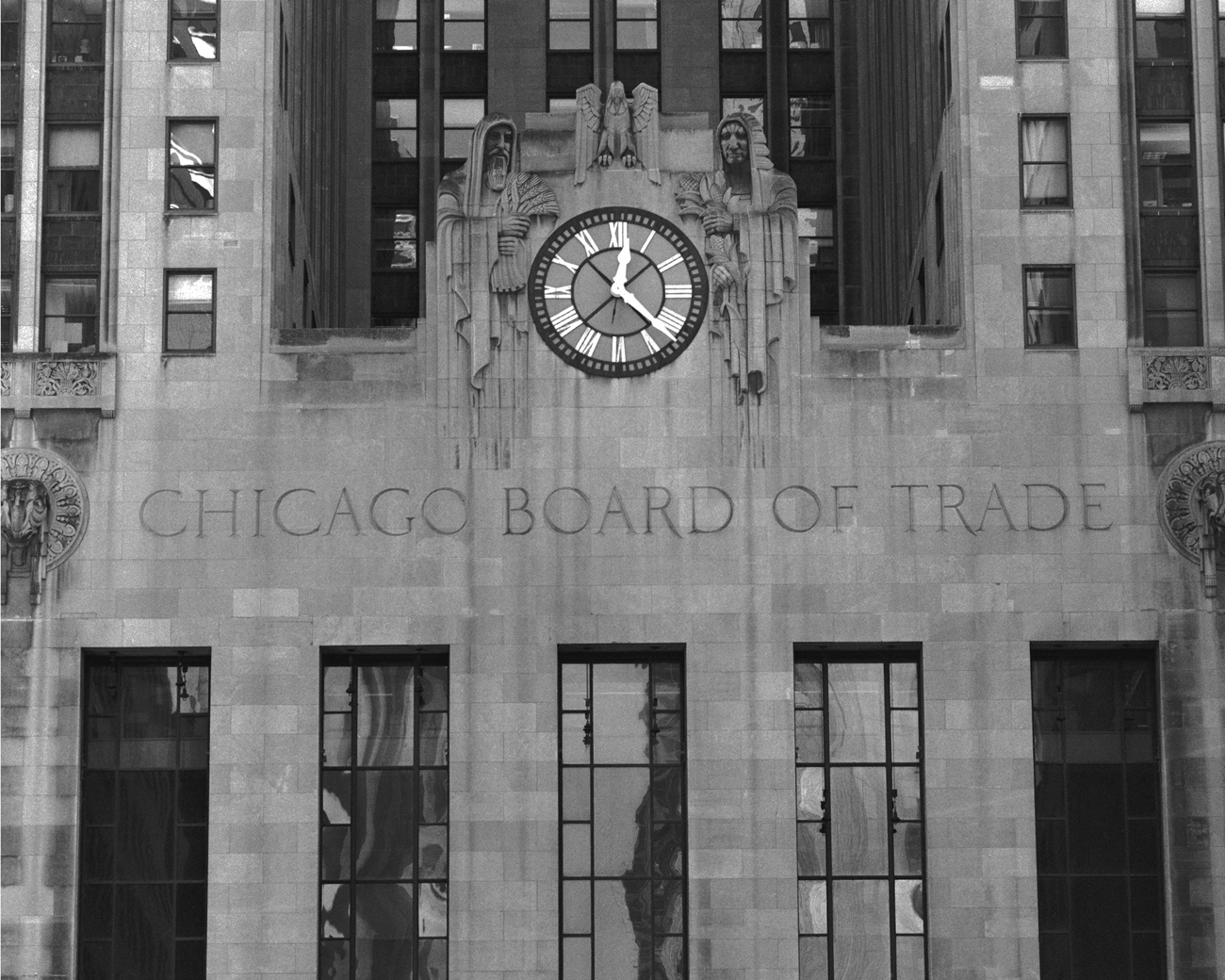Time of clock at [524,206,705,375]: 12:22
